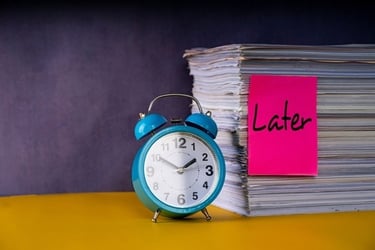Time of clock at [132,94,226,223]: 1:50
